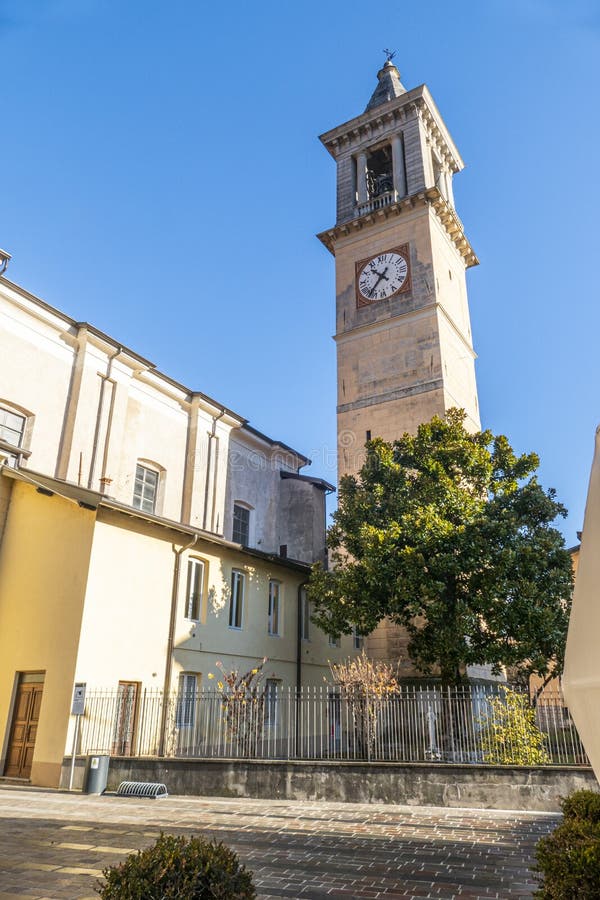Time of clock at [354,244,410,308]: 10:37
